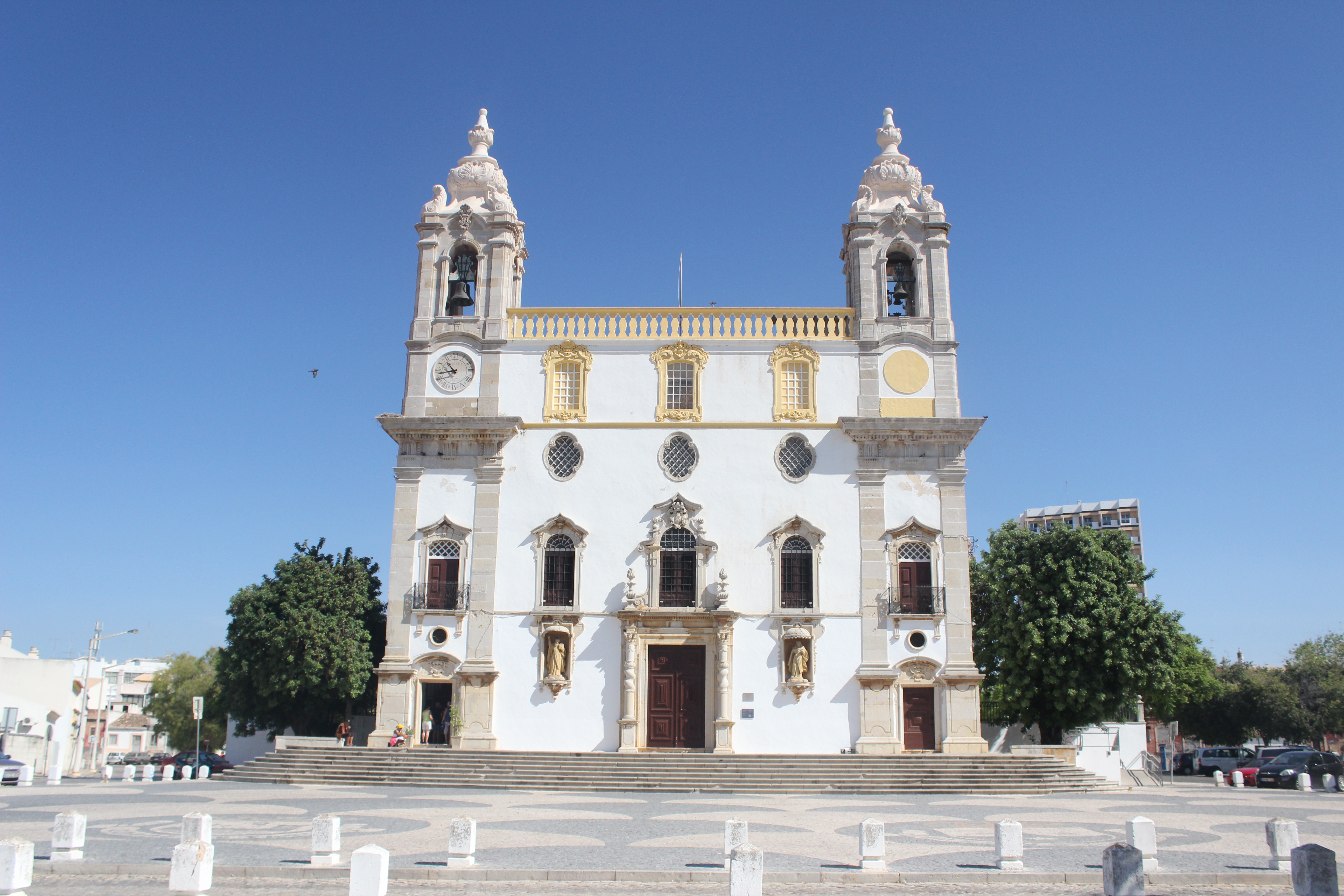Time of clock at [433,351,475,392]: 10:42
